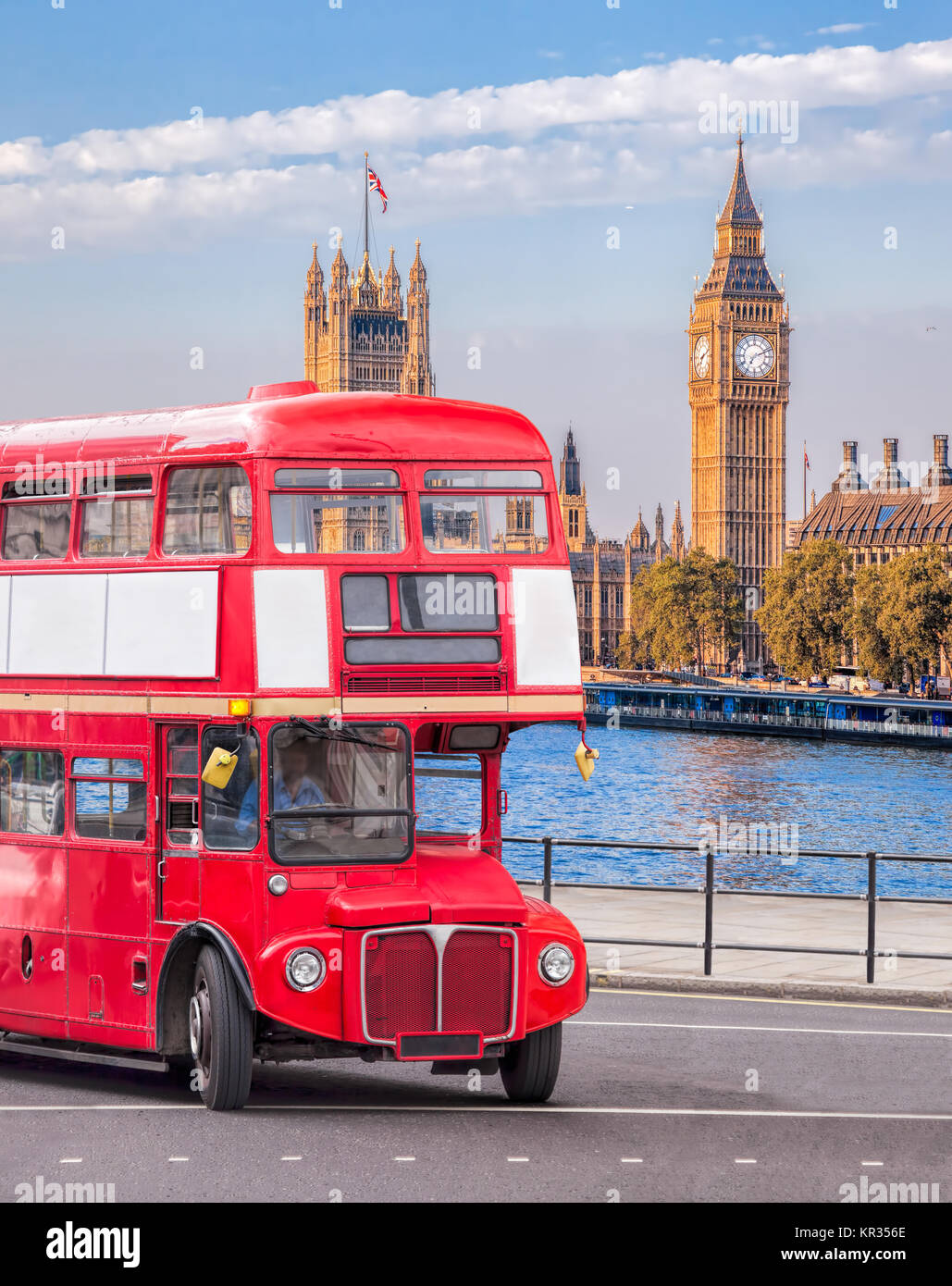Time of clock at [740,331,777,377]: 7:11
